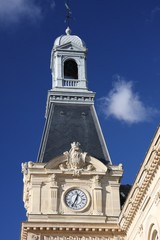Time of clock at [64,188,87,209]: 12:34
